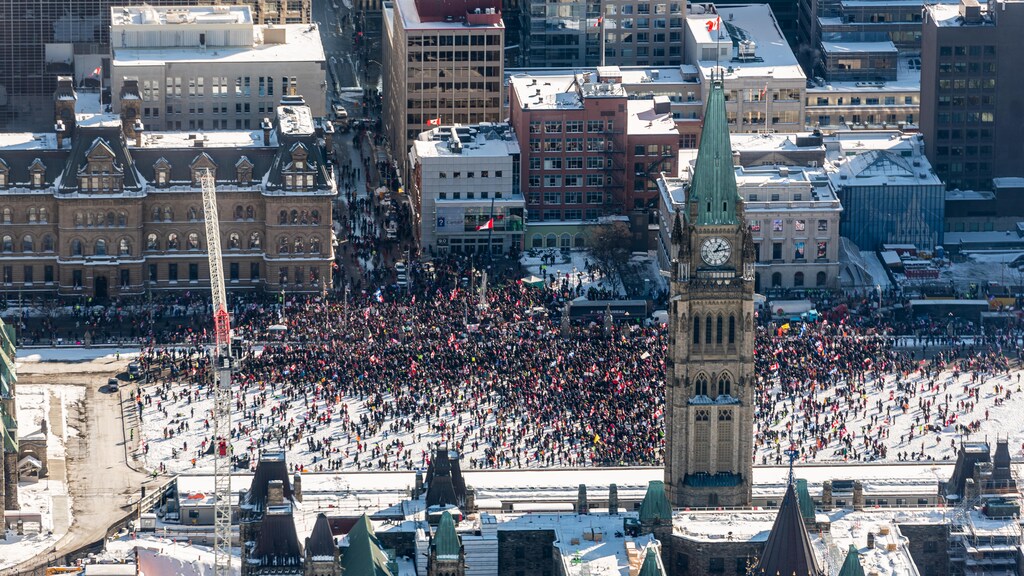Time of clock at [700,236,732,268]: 1:13
